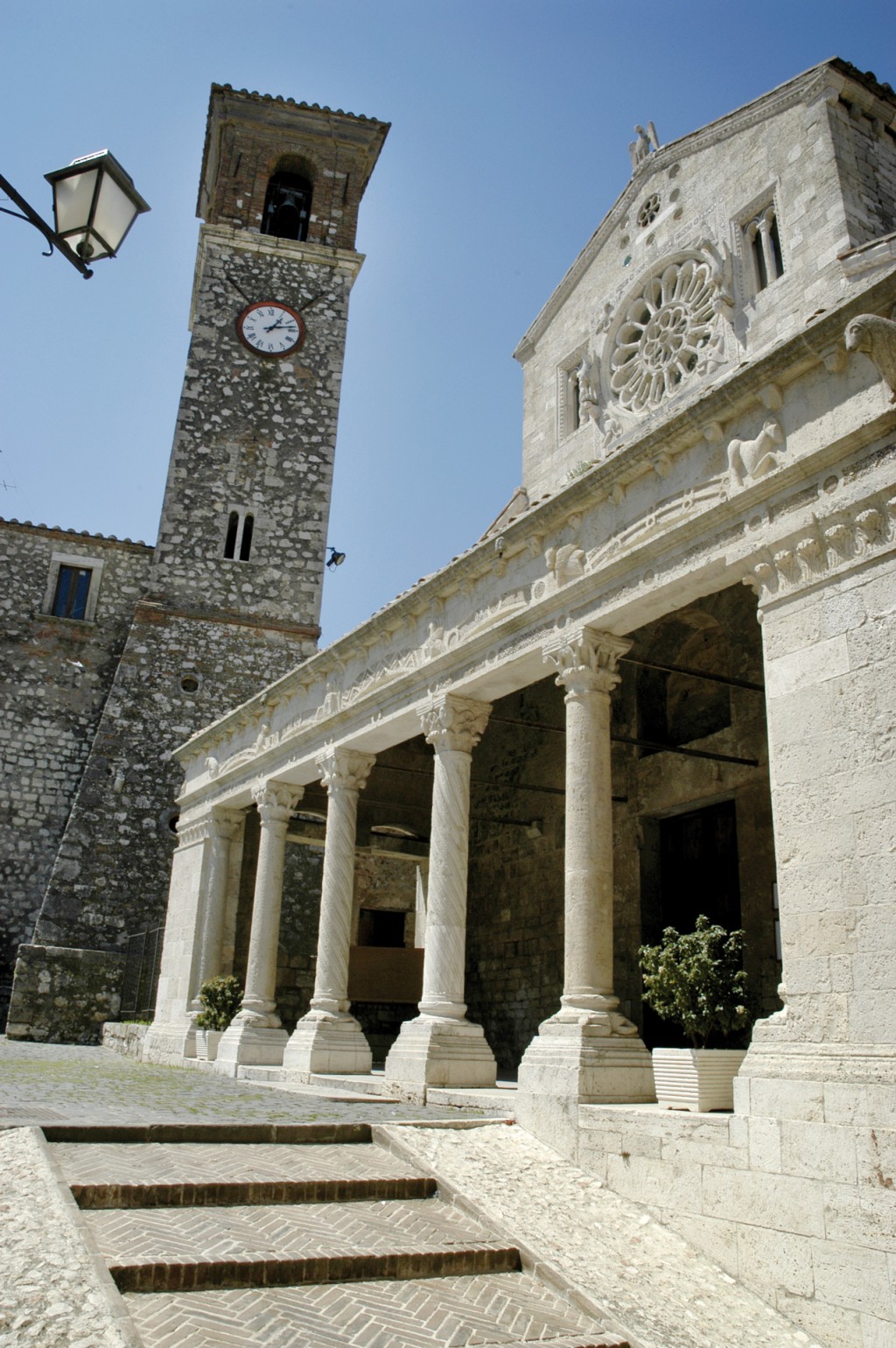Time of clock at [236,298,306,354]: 1:13
